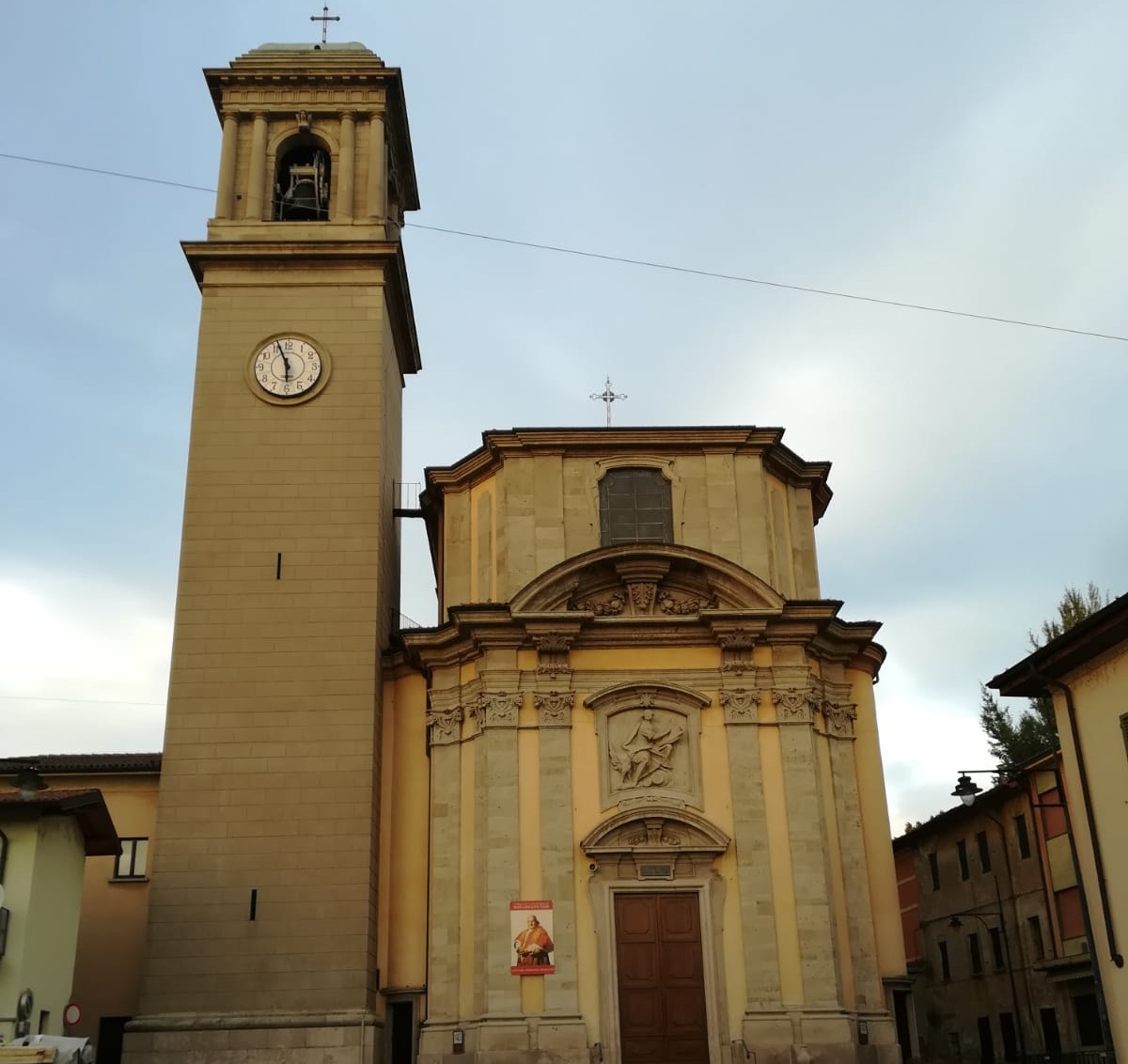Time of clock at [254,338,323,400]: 5:56
